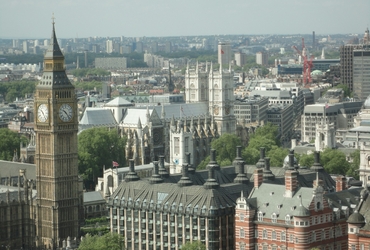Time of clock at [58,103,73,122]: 10:23
